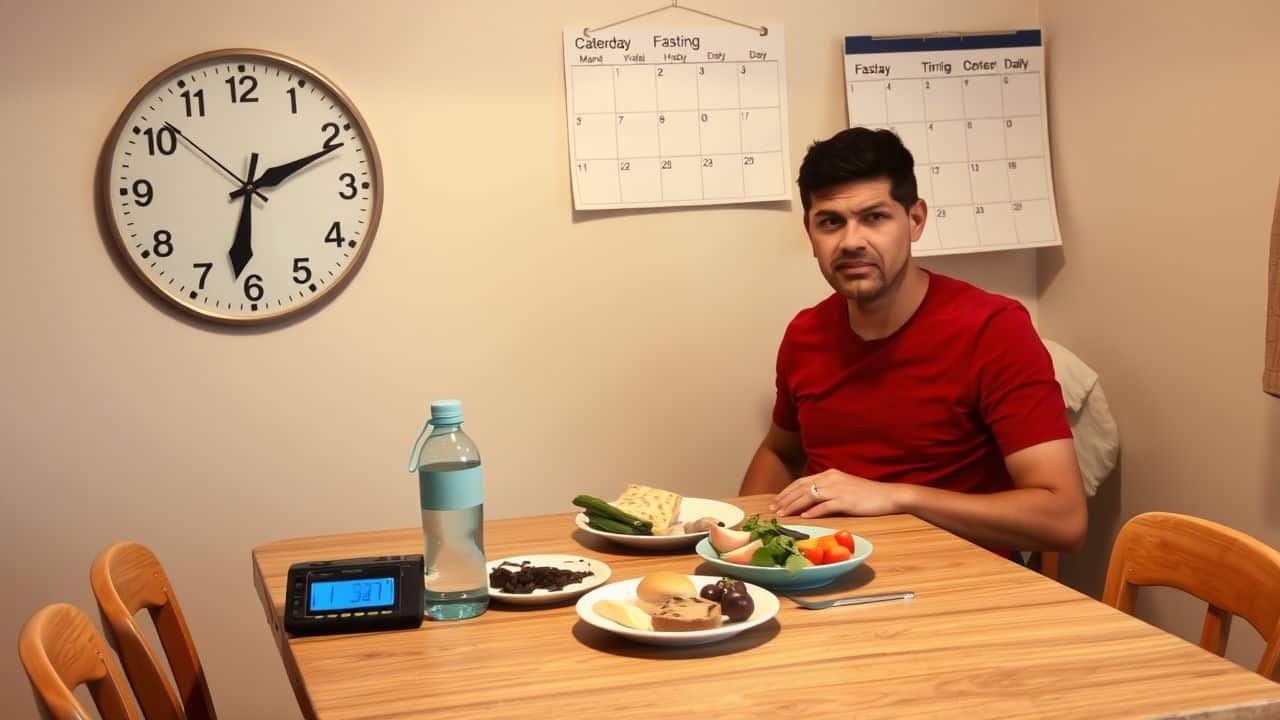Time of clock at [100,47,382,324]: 6:11
